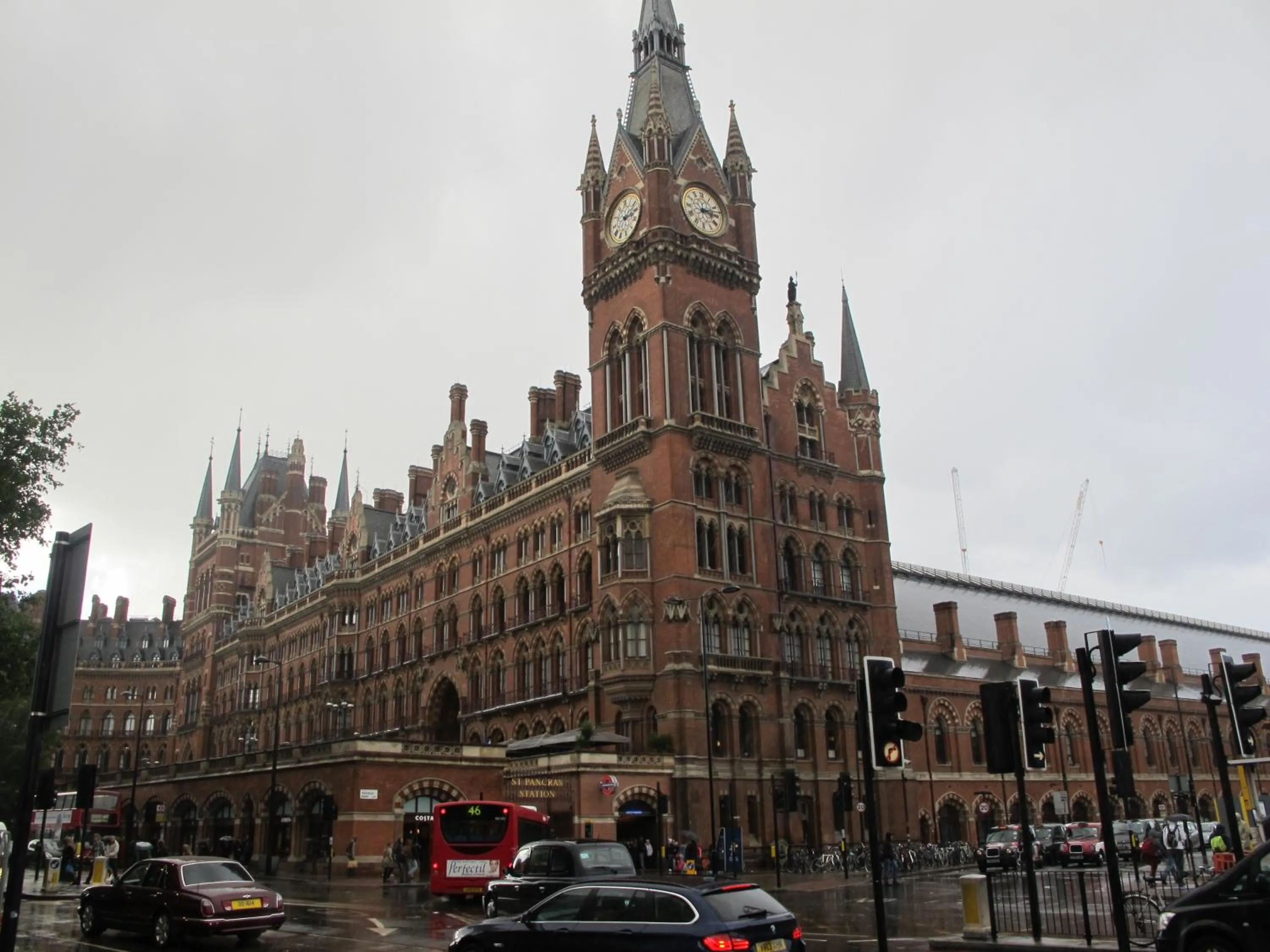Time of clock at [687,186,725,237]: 3:12
